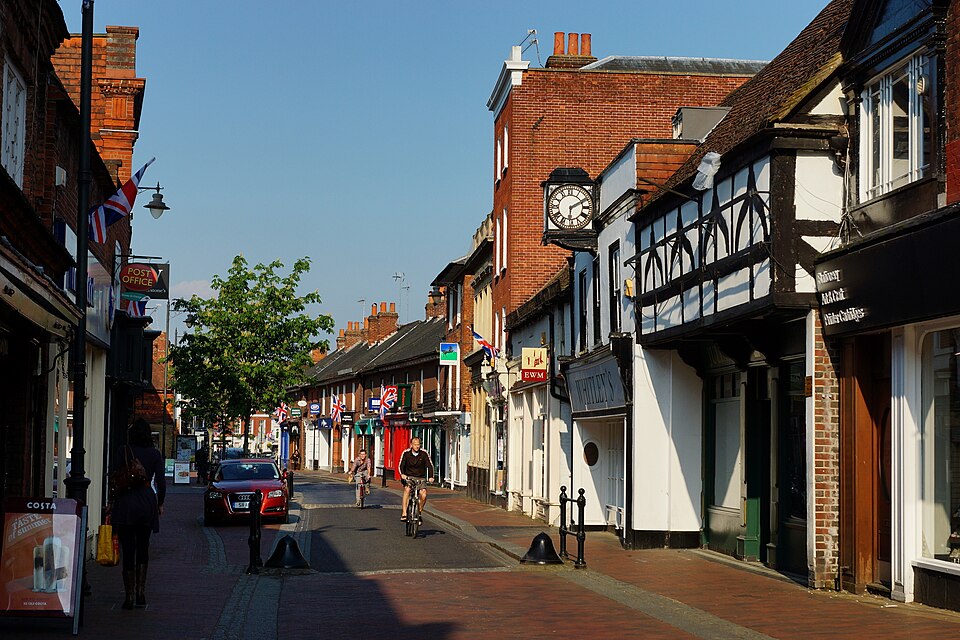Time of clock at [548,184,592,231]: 6:10
